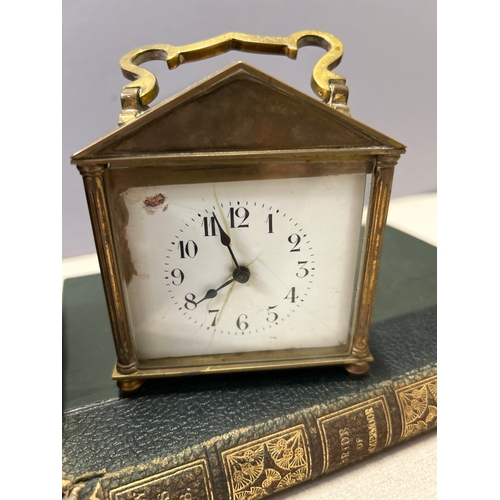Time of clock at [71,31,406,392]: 7:57
